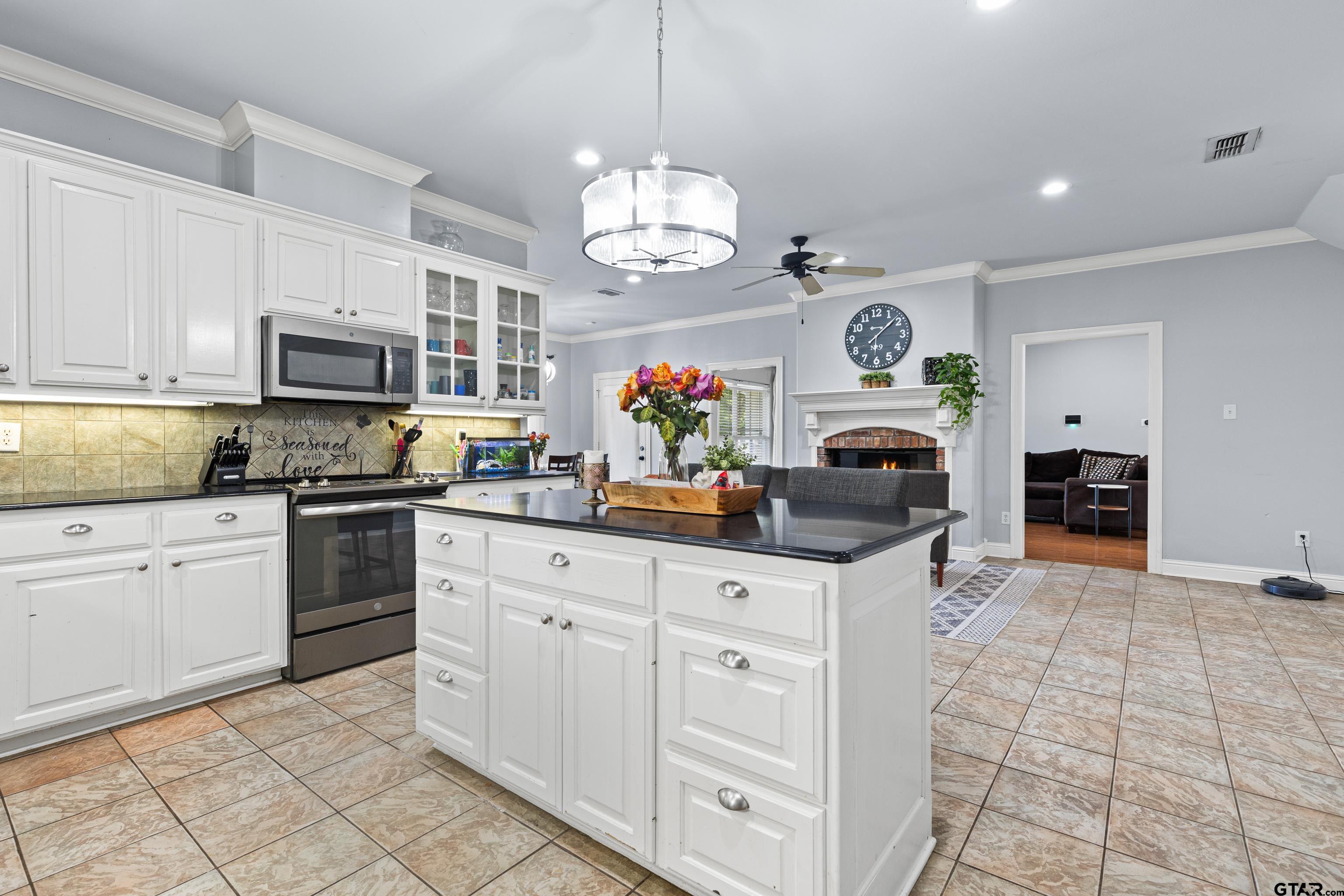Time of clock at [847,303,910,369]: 6:08
